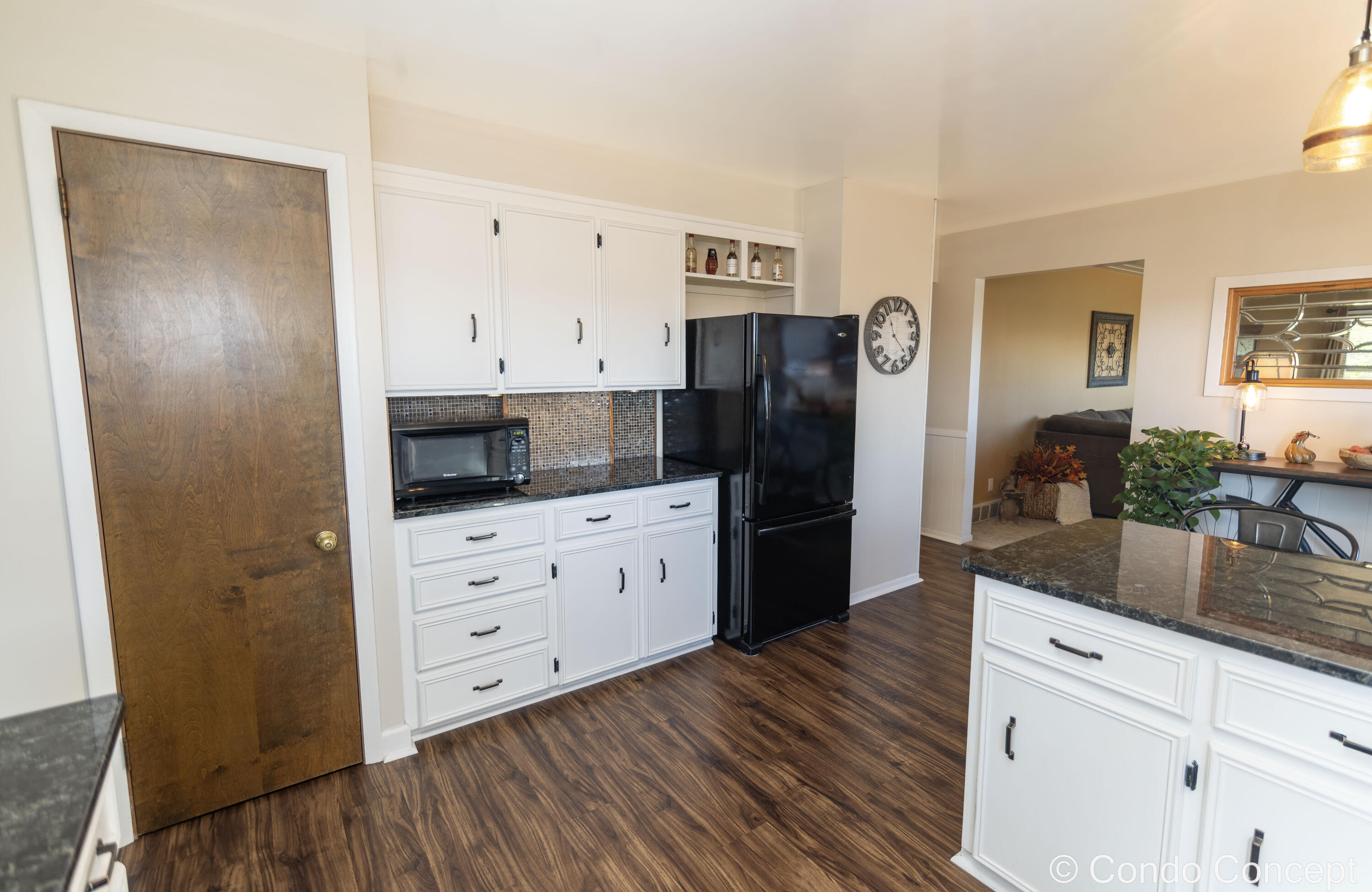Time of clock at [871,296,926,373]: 11:22
